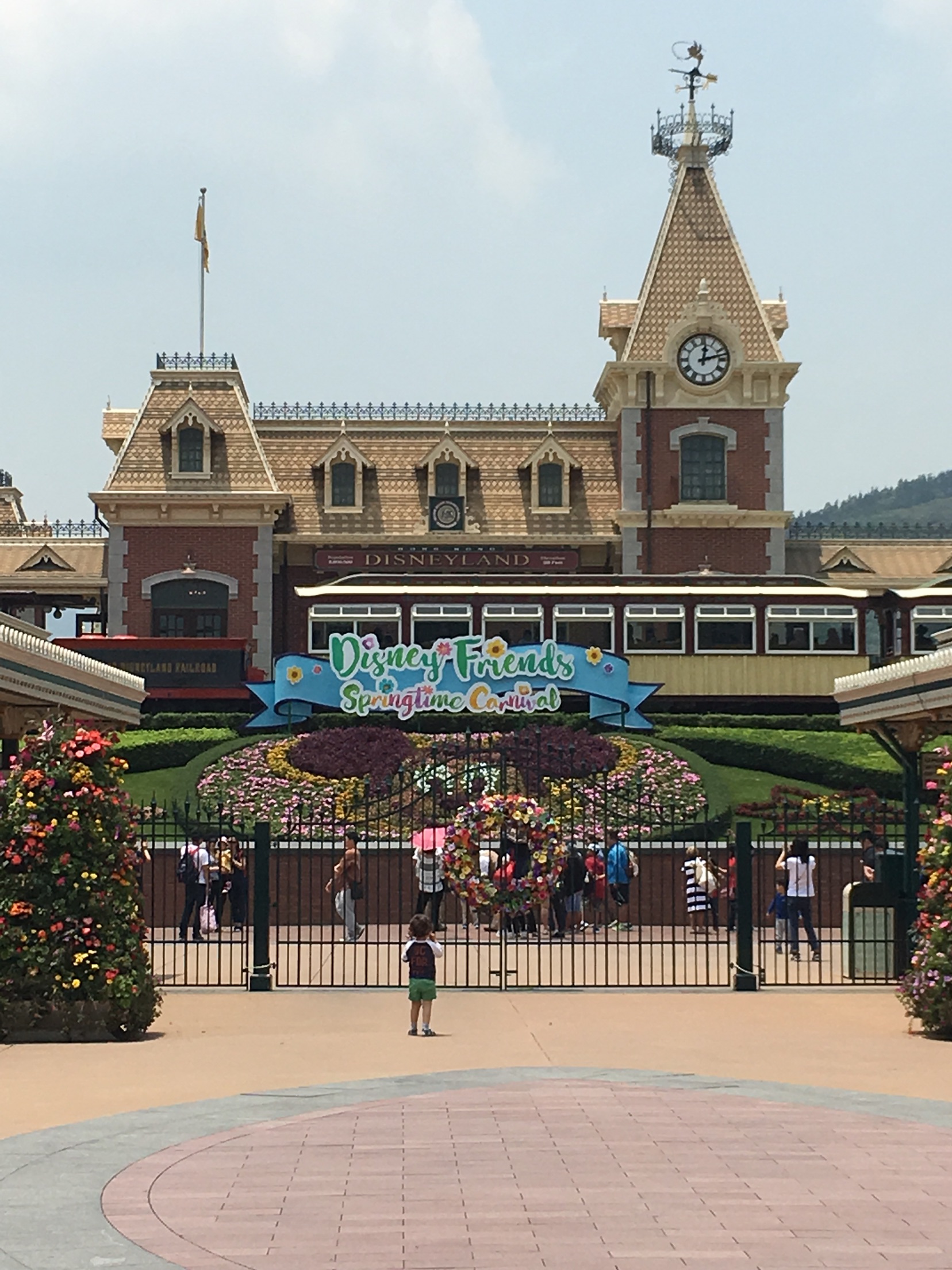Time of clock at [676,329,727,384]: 12:12
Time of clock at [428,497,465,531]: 2:20
